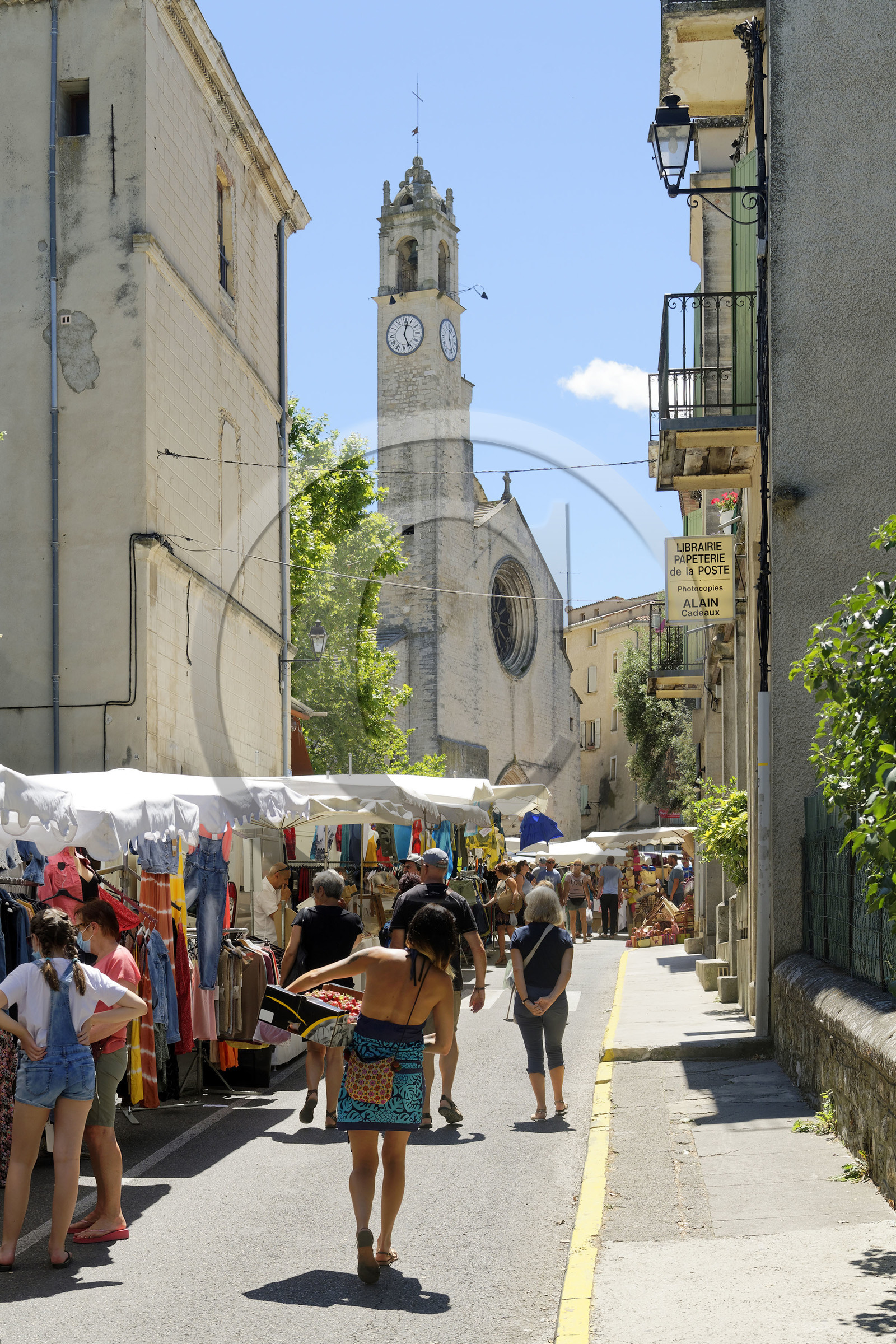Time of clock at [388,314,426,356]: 12:26
